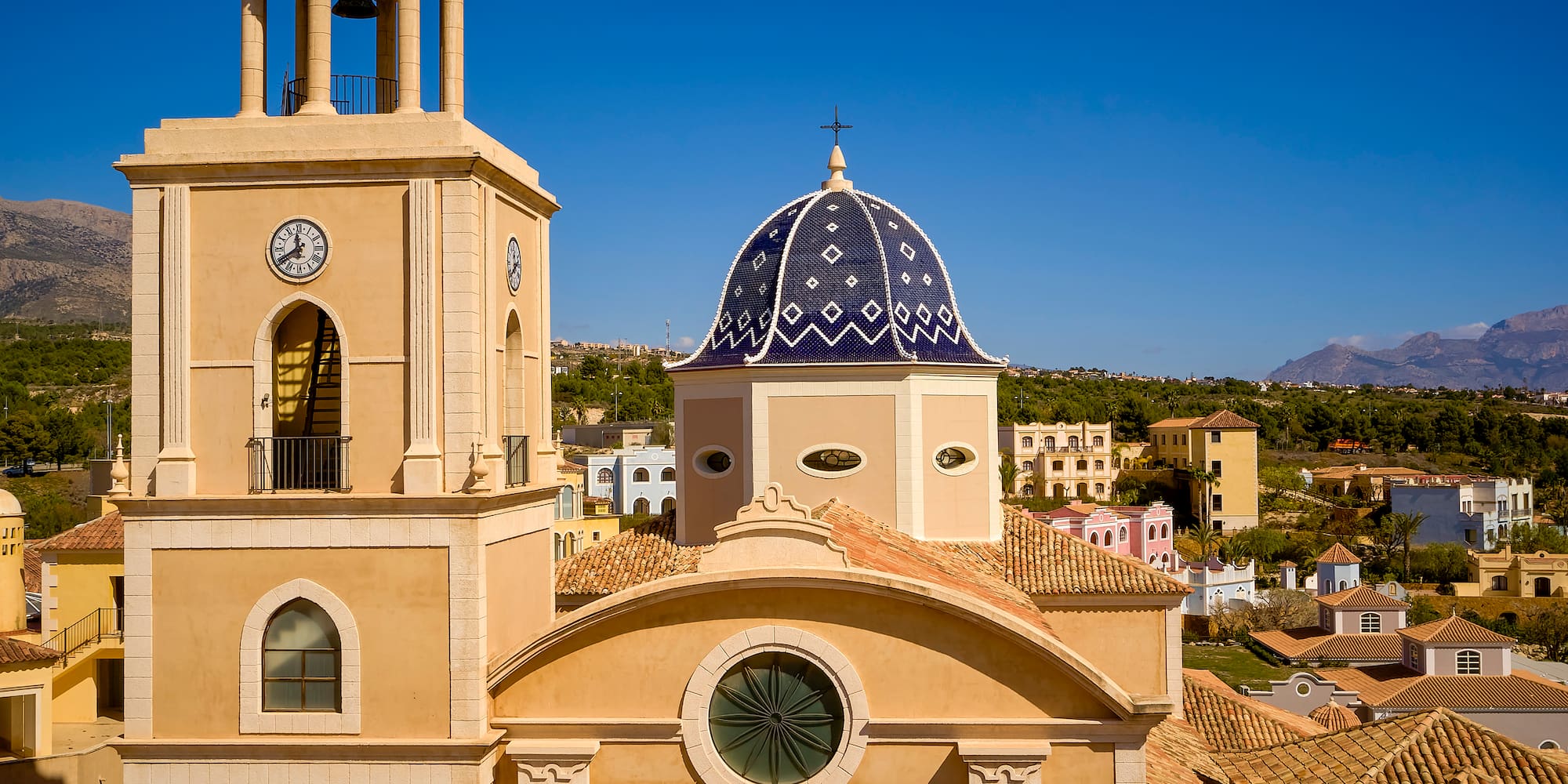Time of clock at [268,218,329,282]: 11:39
